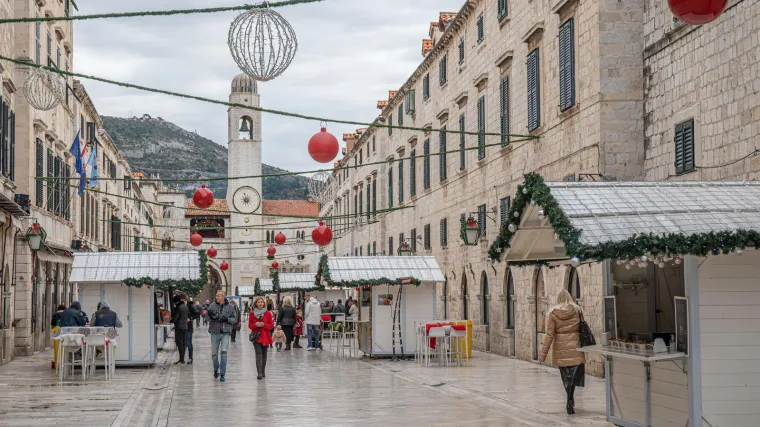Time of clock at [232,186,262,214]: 8:57
